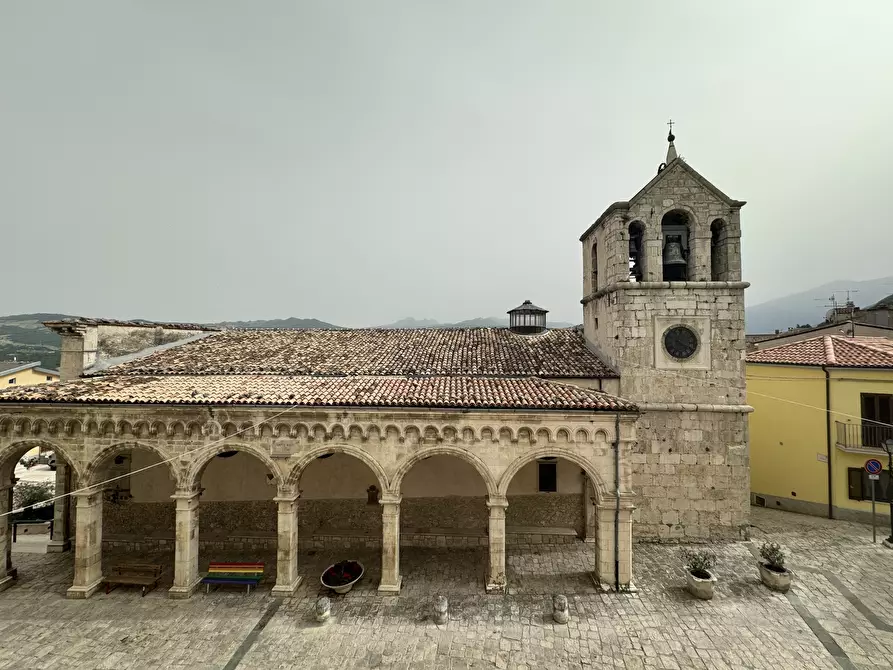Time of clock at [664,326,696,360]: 4:19
